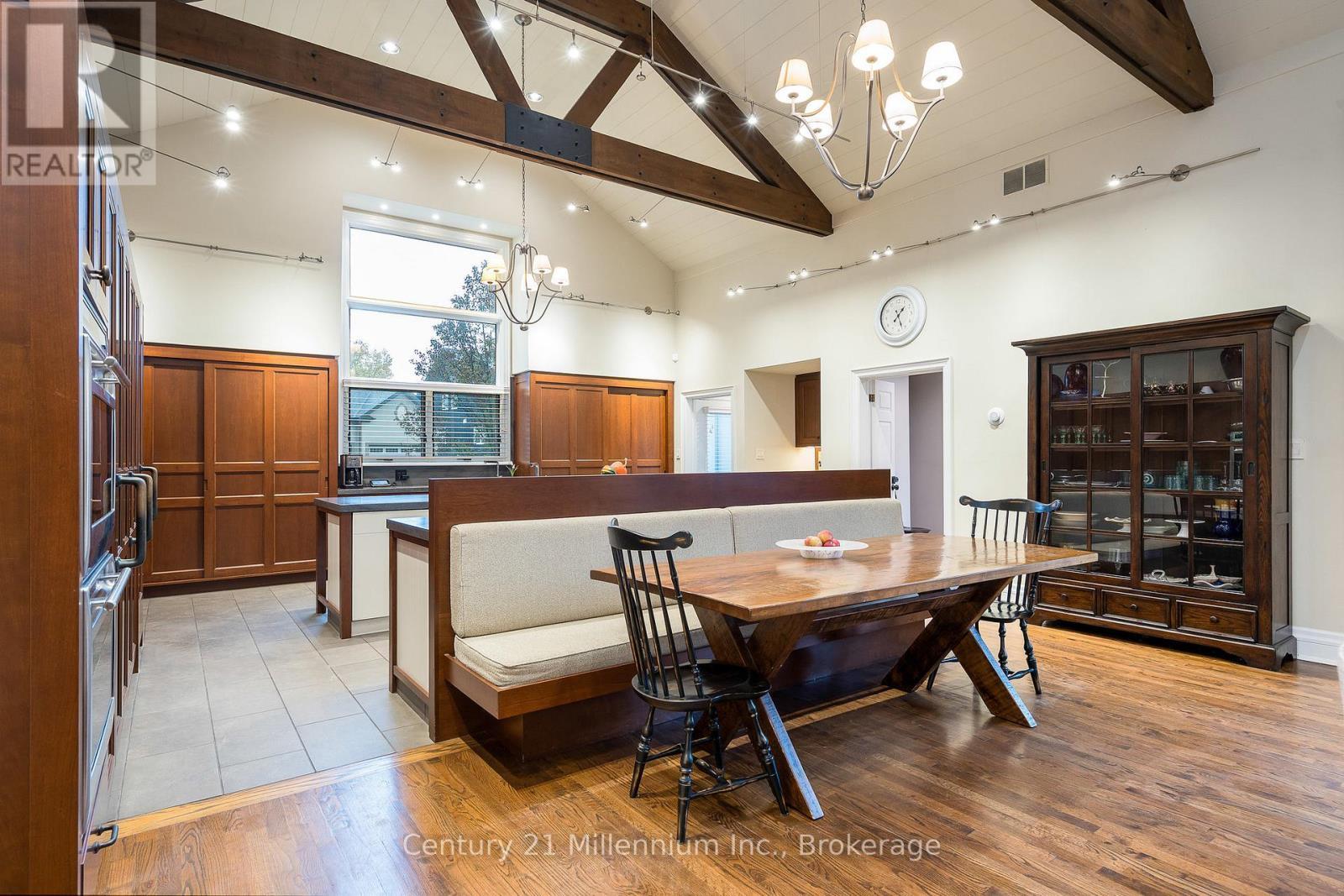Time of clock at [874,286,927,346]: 1:26
